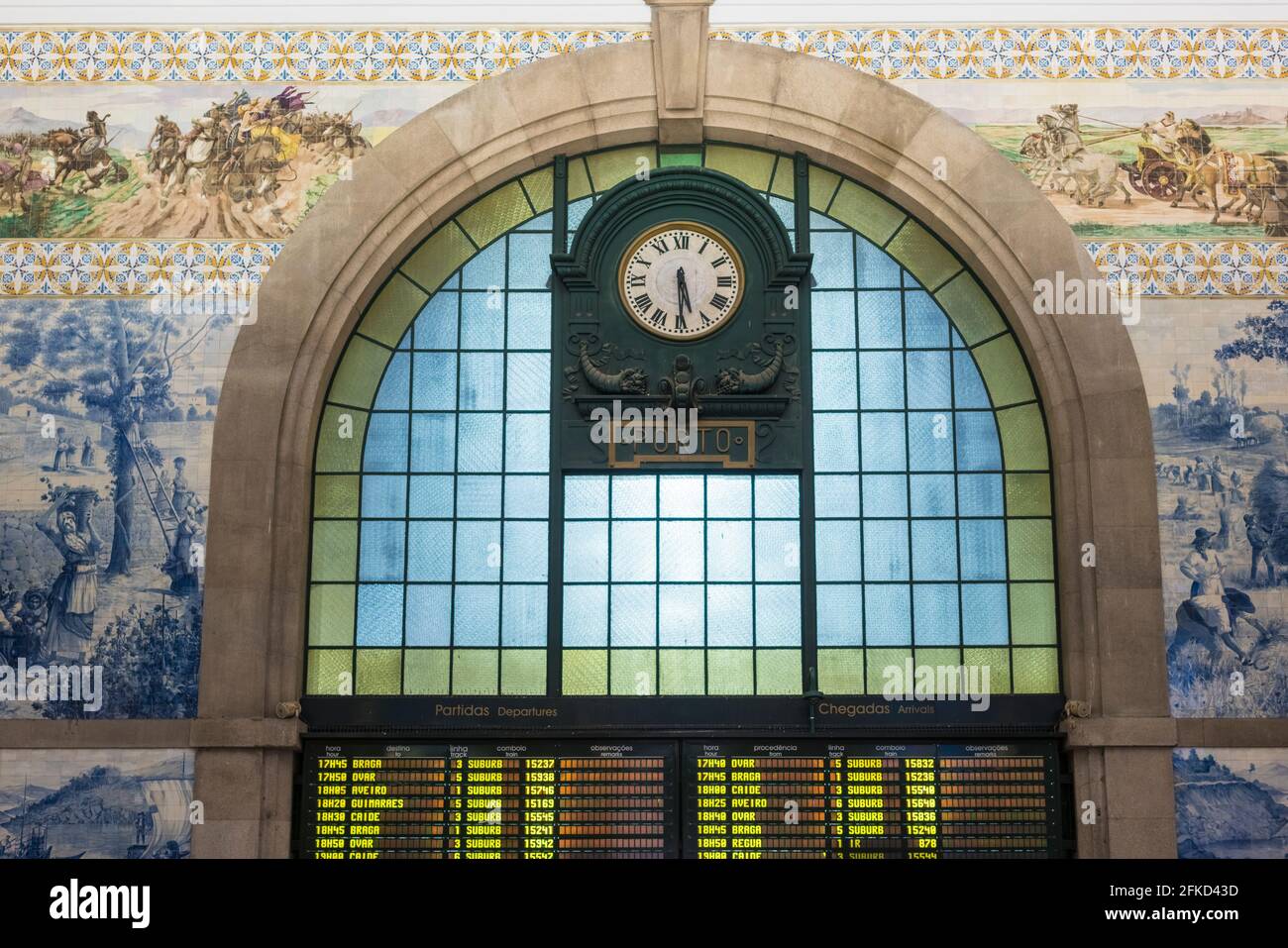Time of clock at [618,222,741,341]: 5:29
